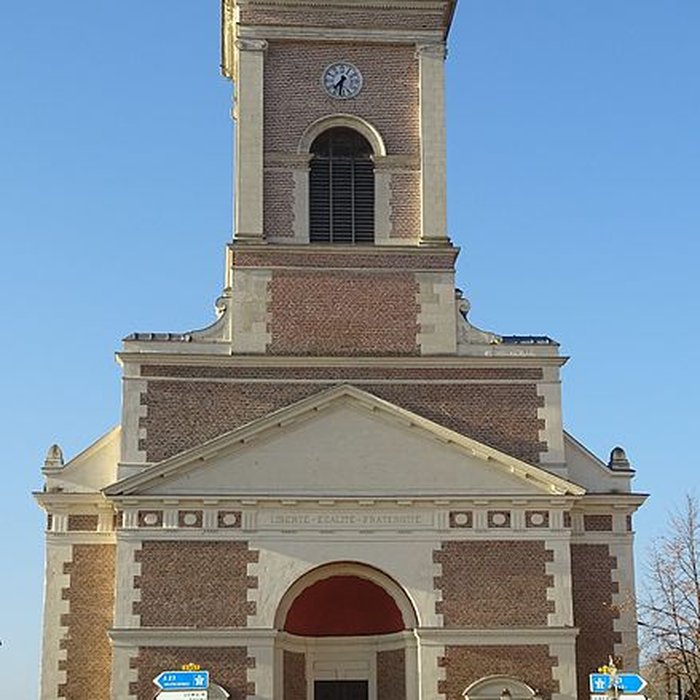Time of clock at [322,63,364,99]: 7:32
